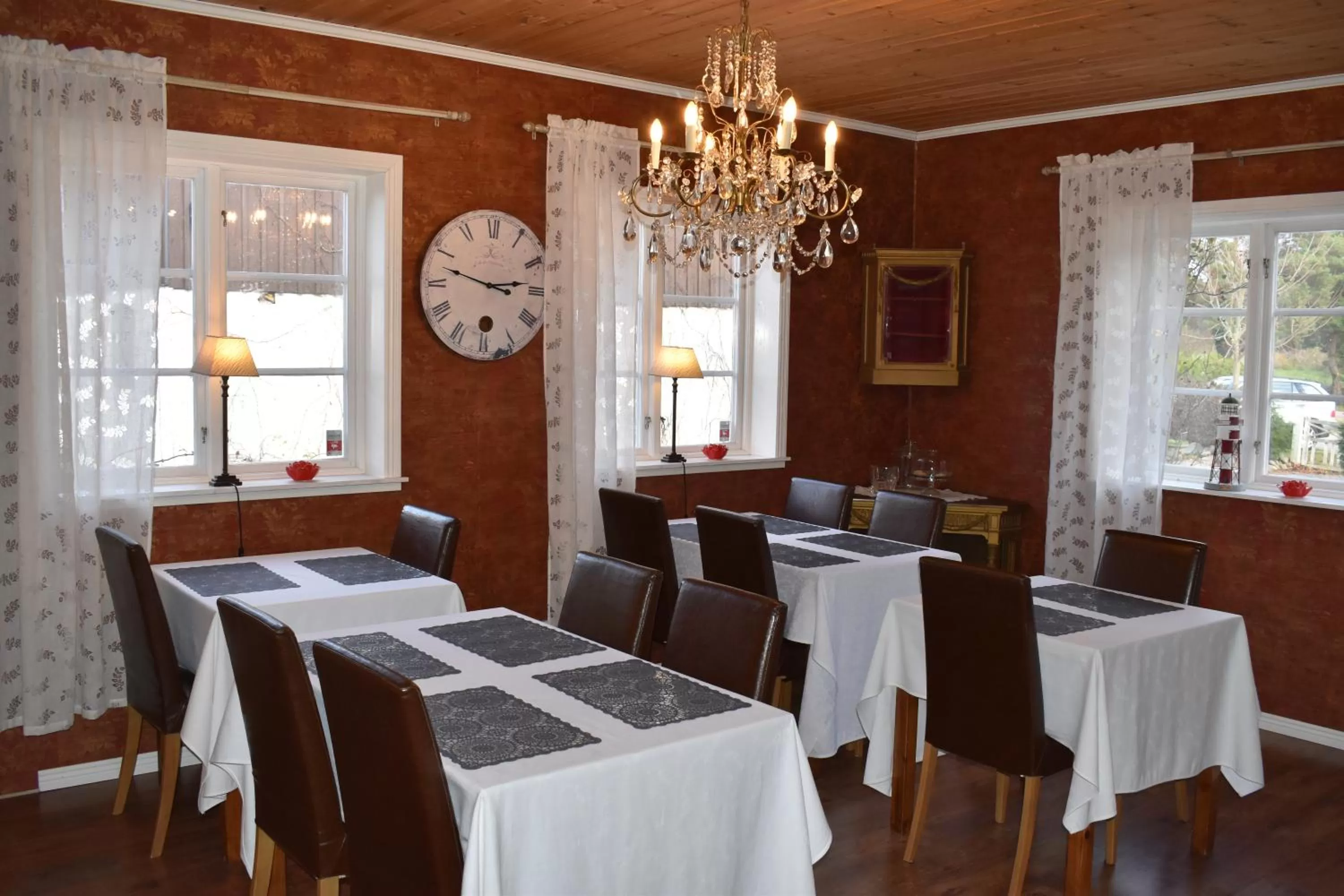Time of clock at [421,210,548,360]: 2:47
